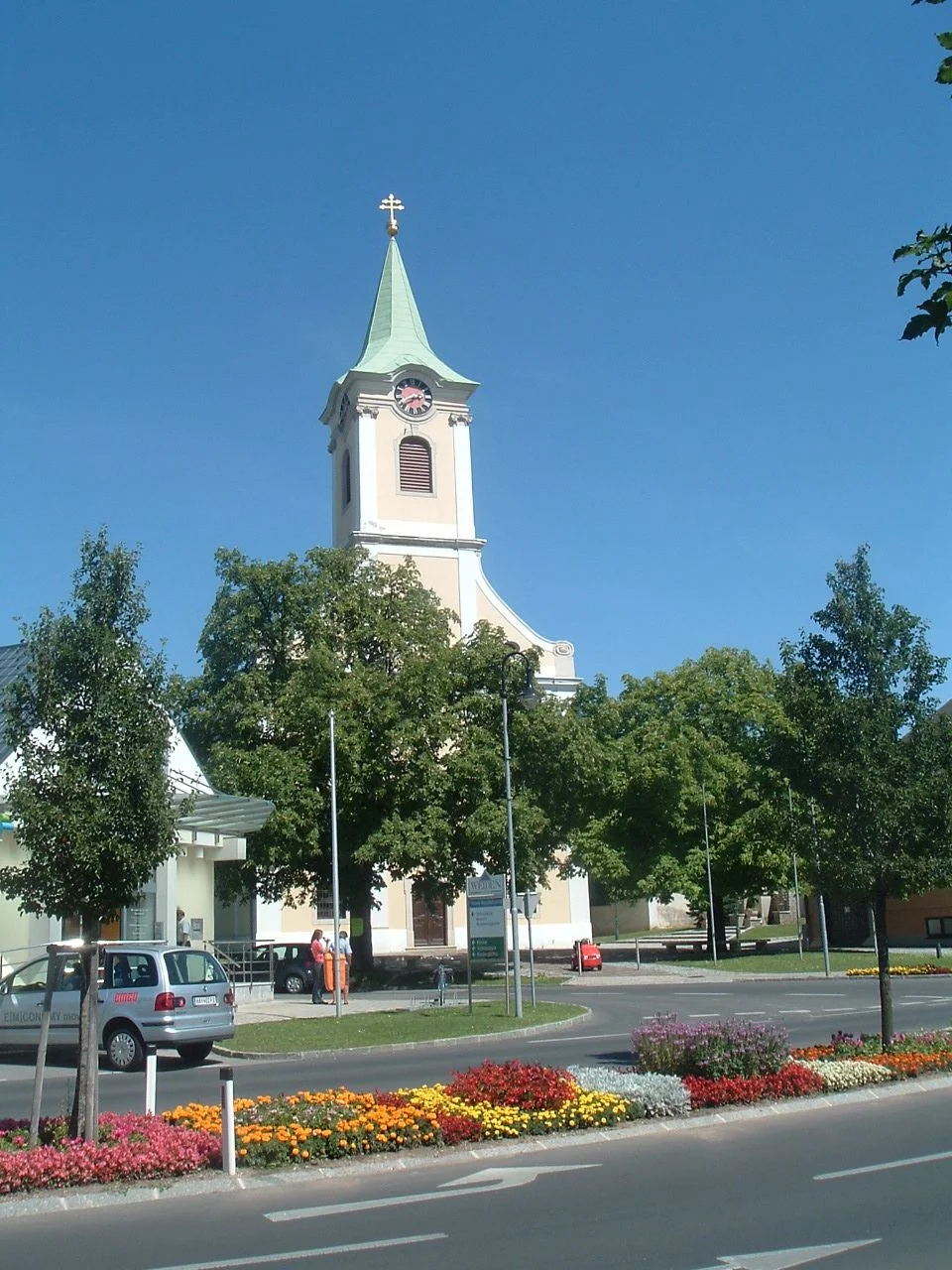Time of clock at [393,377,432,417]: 2:40
